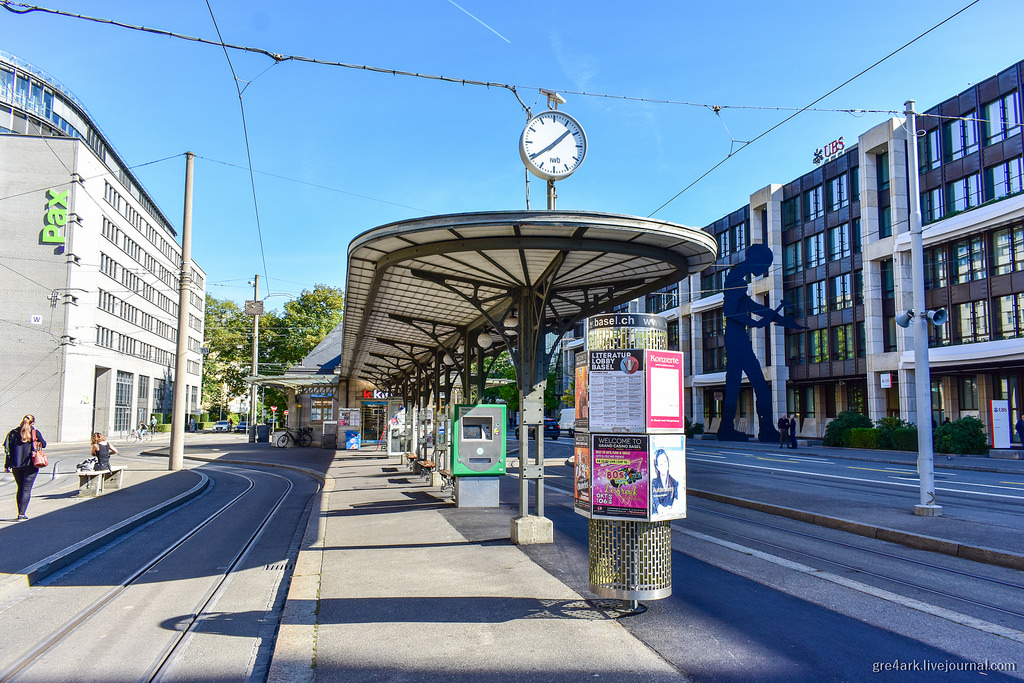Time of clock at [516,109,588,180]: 1:39
